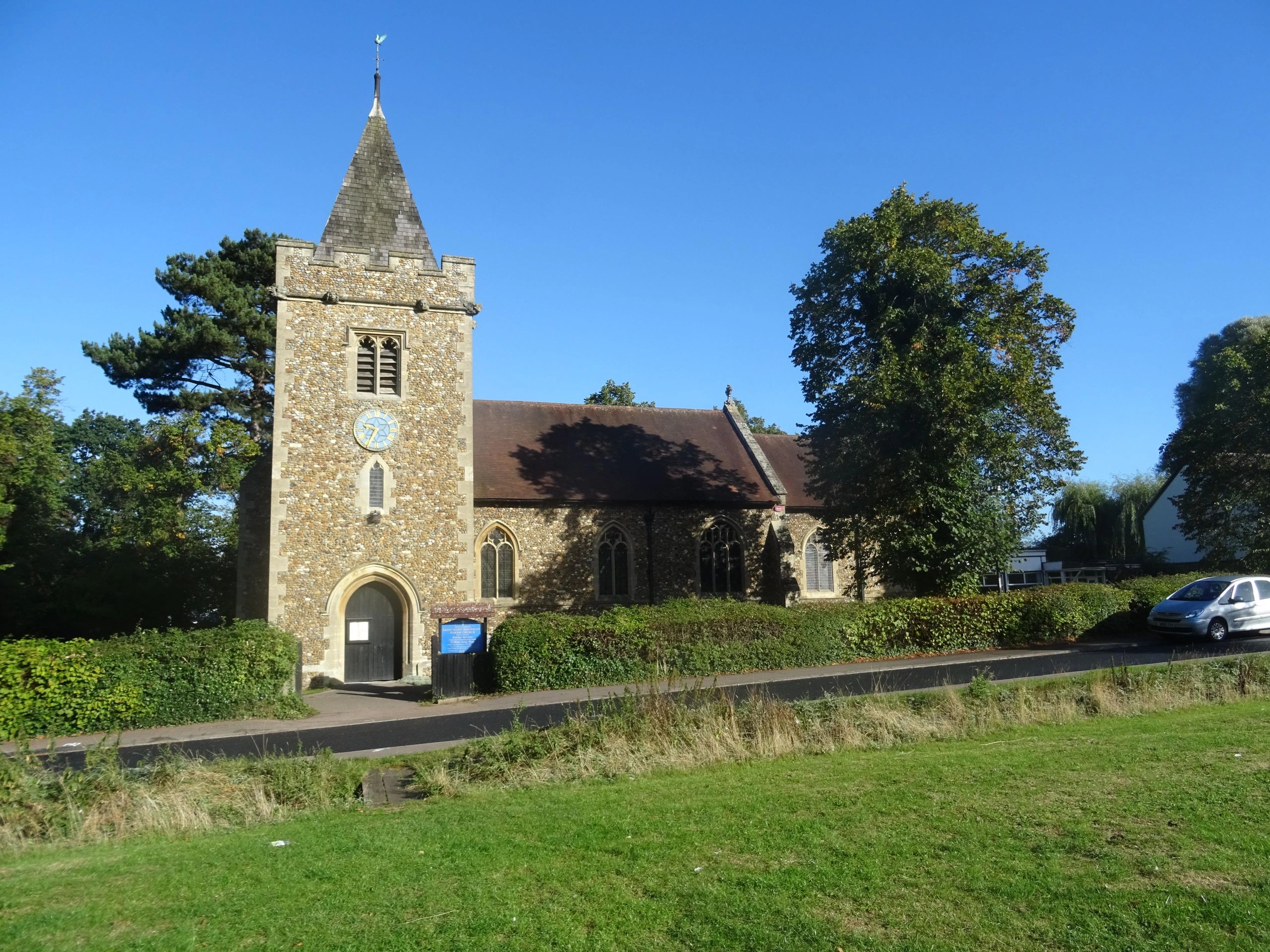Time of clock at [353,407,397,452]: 9:34
